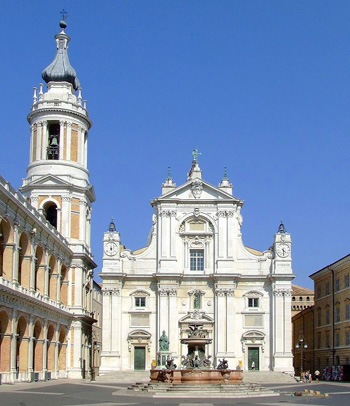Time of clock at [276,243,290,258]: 4:29
